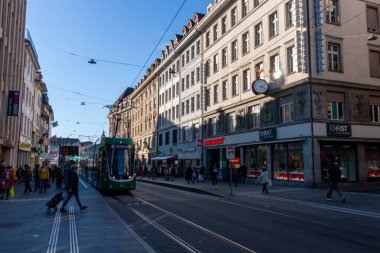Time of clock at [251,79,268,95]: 2:18
